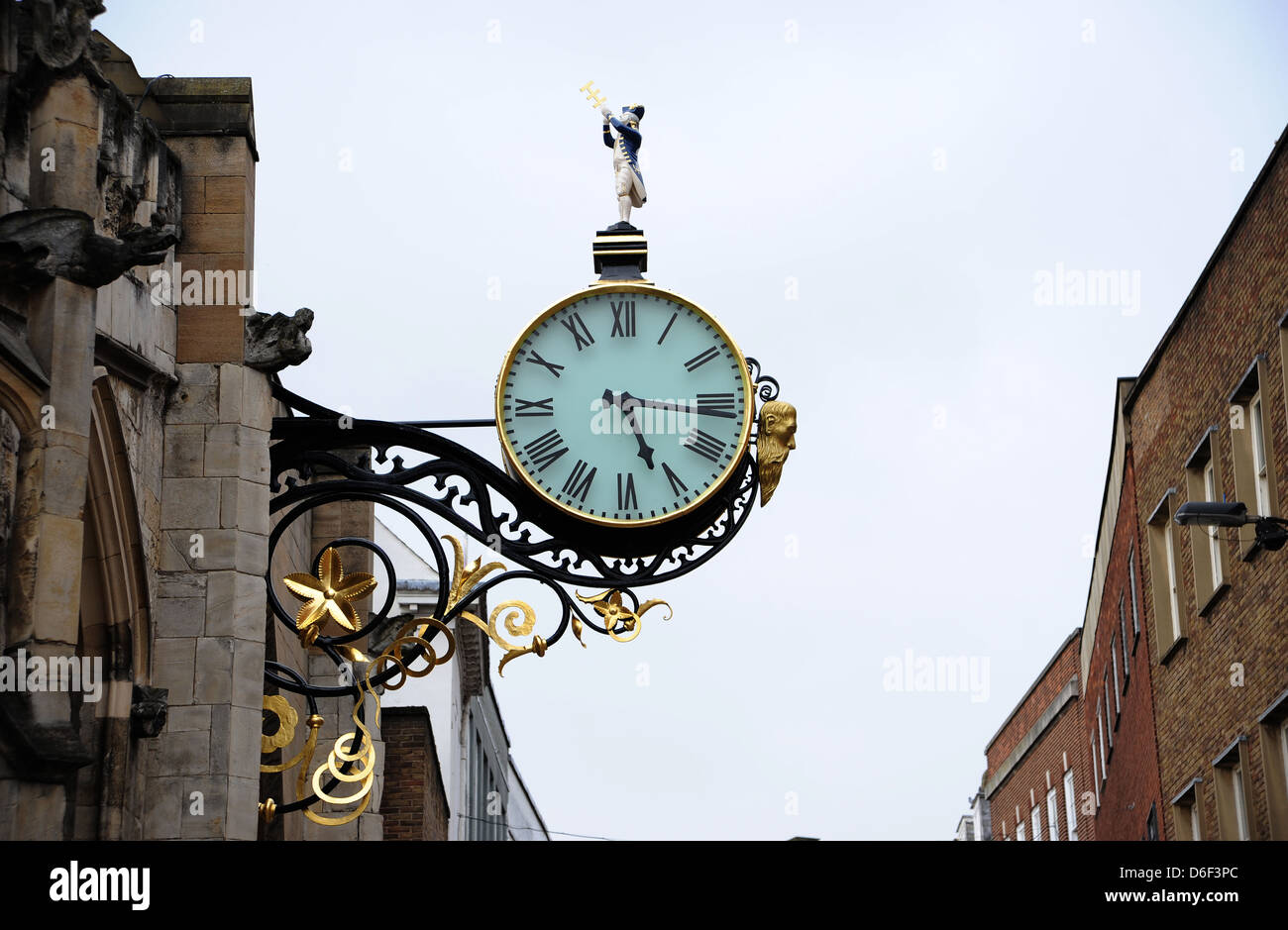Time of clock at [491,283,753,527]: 5:15
